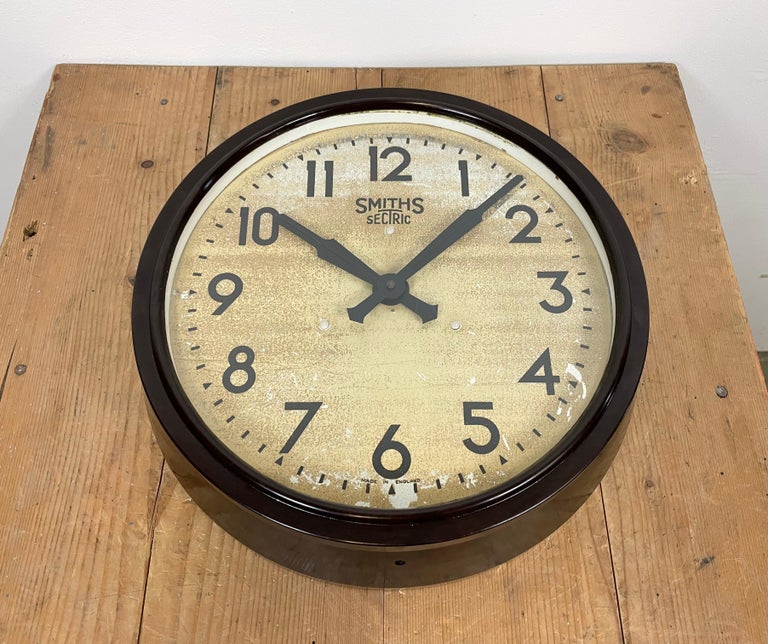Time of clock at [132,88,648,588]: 10:07
